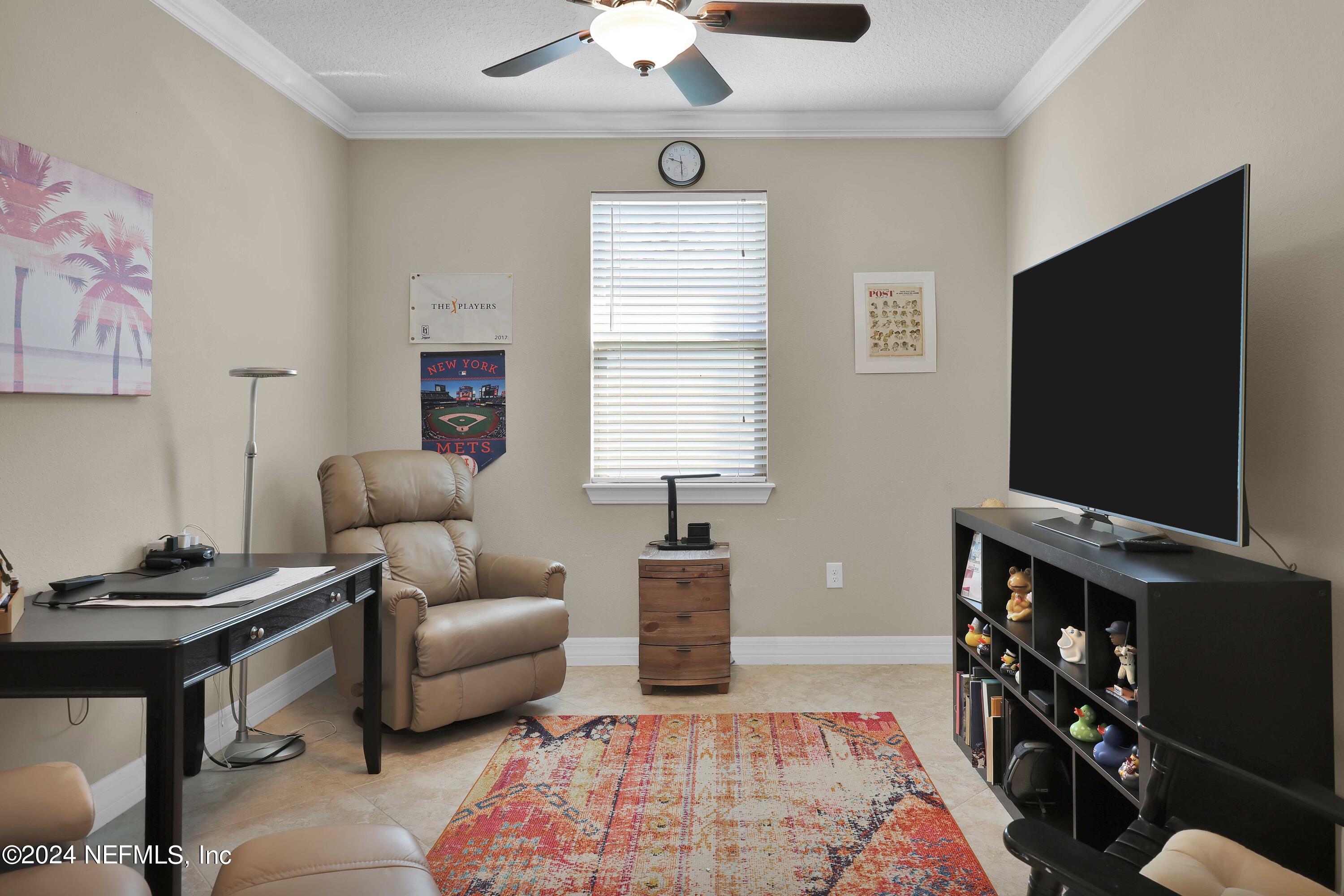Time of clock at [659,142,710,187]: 5:47
